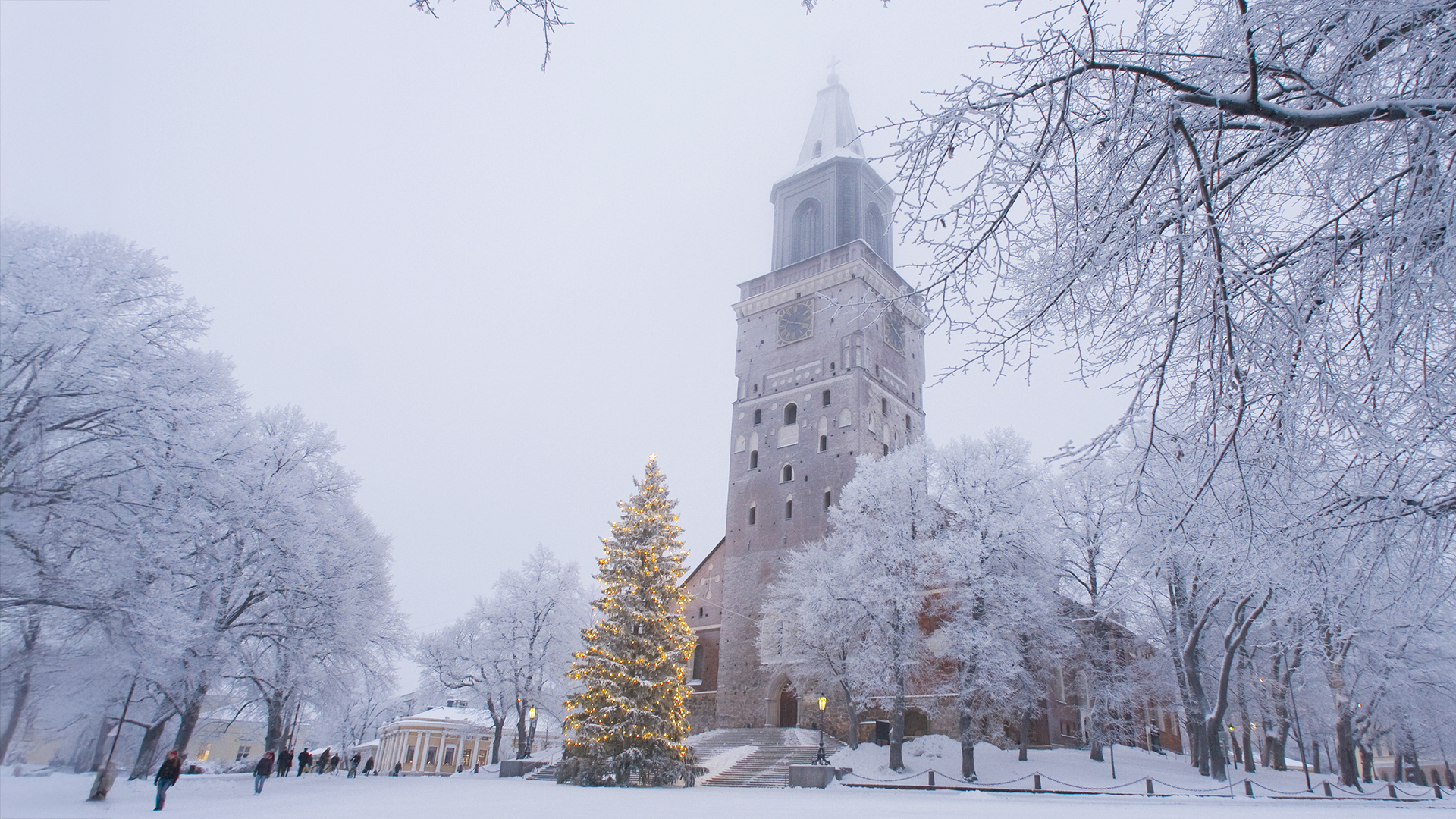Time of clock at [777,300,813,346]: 3:49
